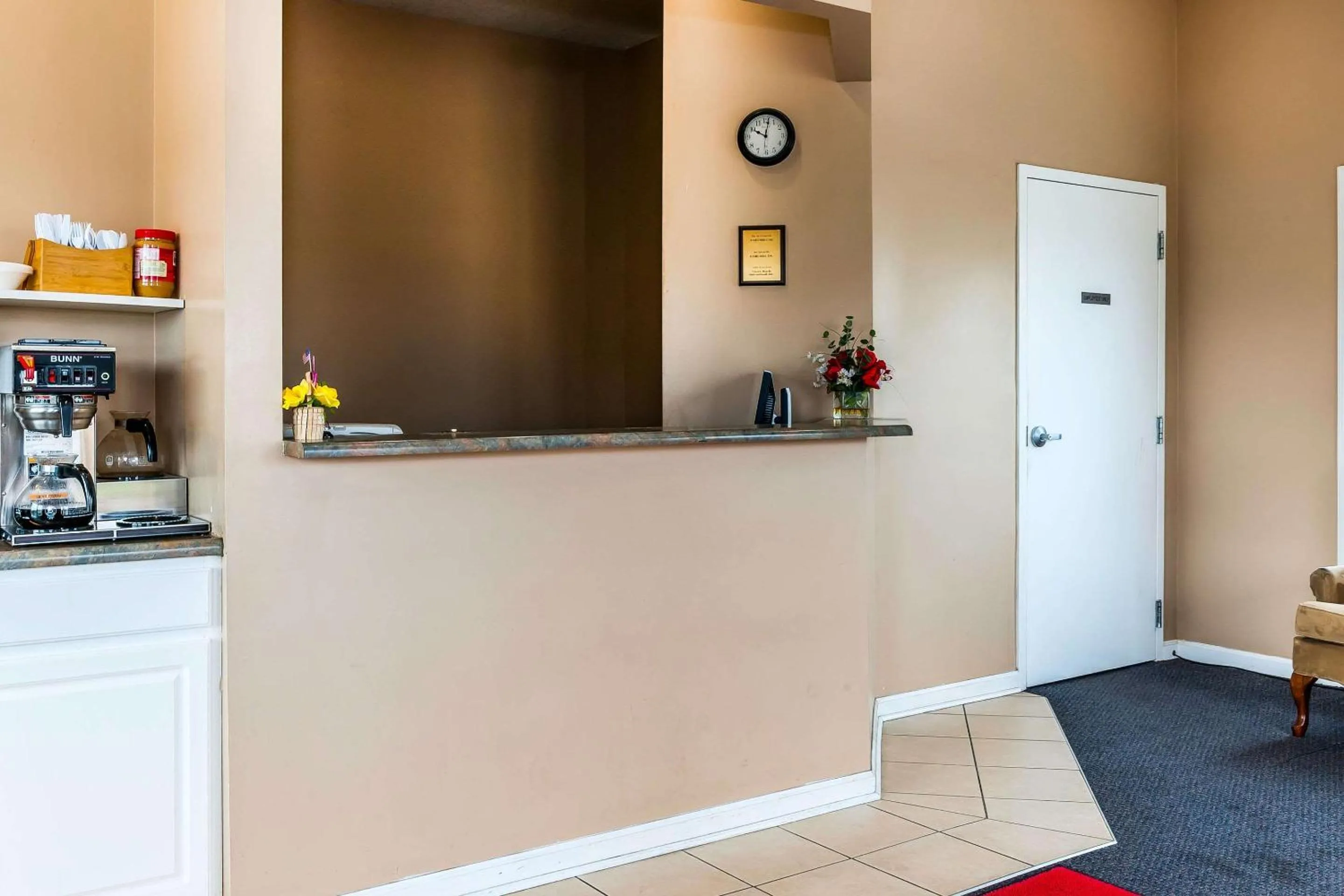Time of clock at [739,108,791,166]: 10:01
